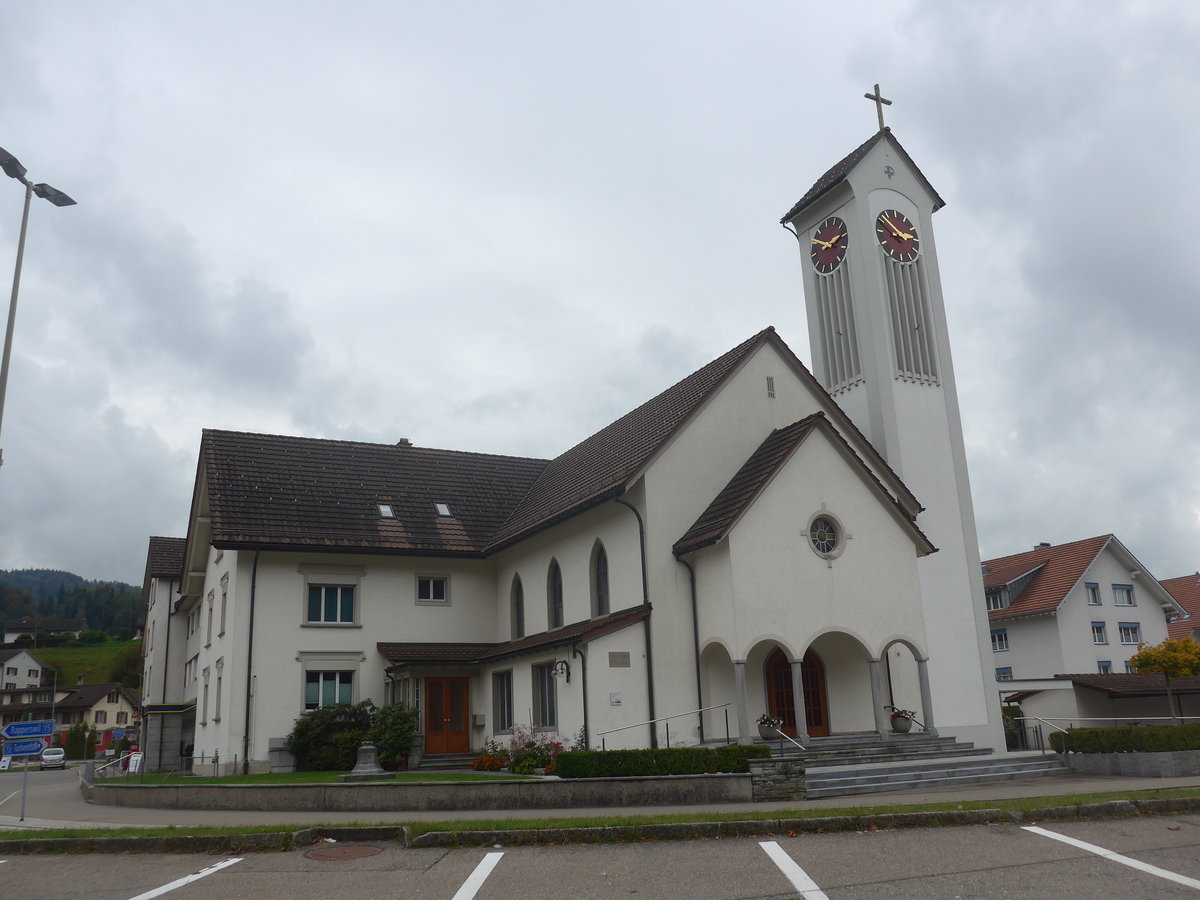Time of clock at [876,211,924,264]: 2:52
